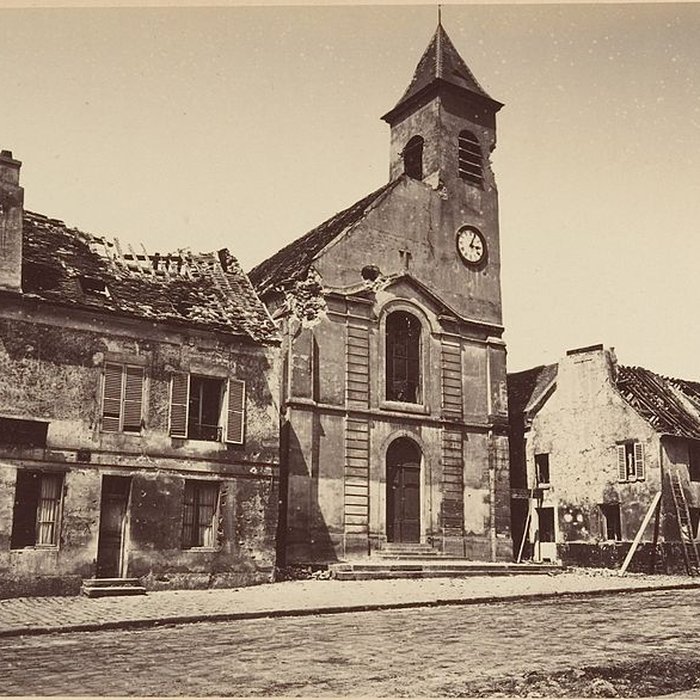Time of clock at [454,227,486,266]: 3:04
